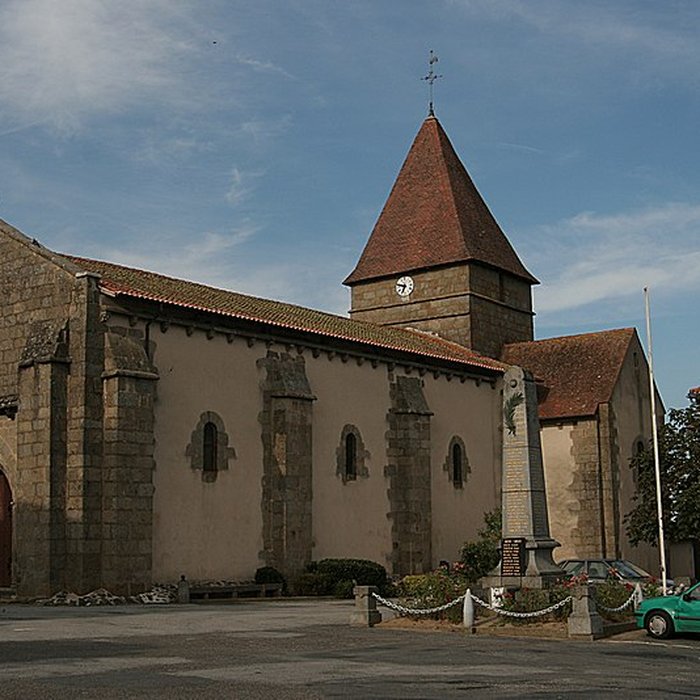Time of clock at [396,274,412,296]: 6:47
